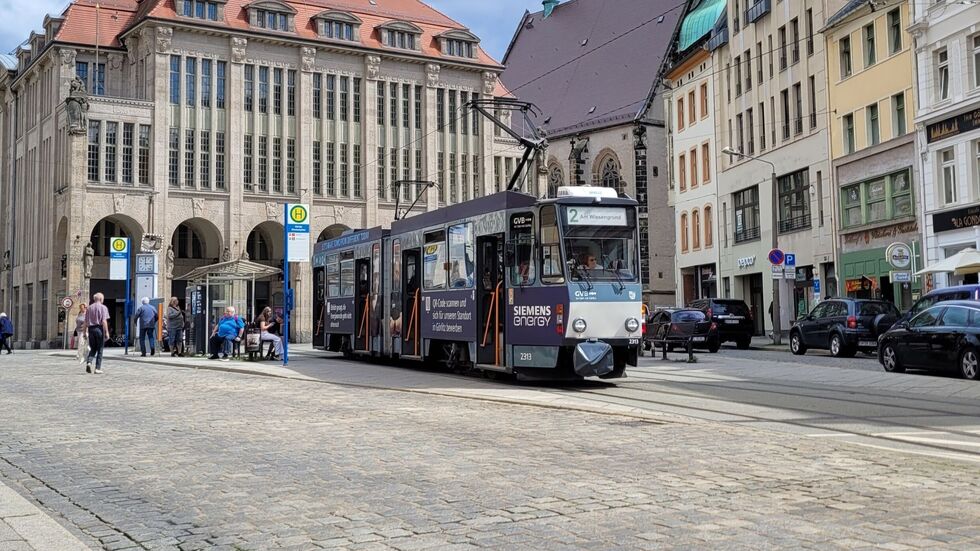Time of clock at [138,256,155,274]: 2:59
